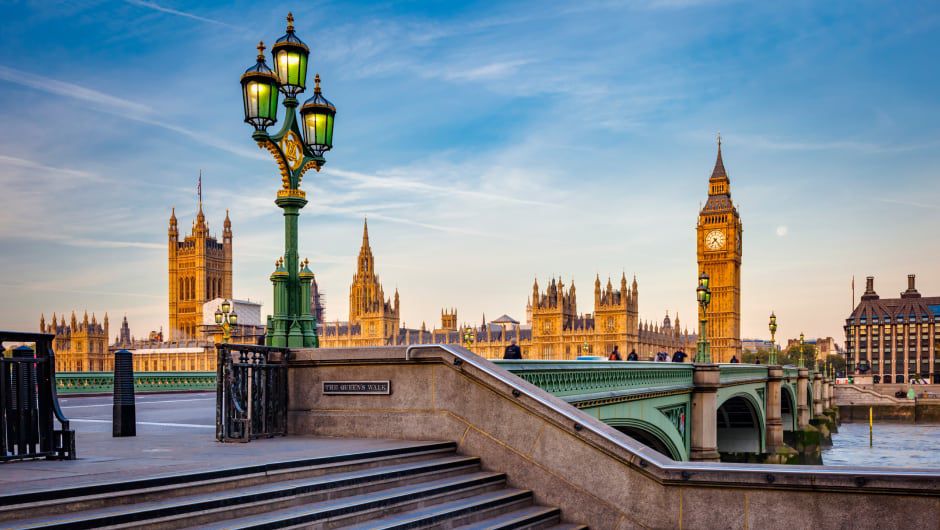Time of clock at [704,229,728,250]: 7:23
